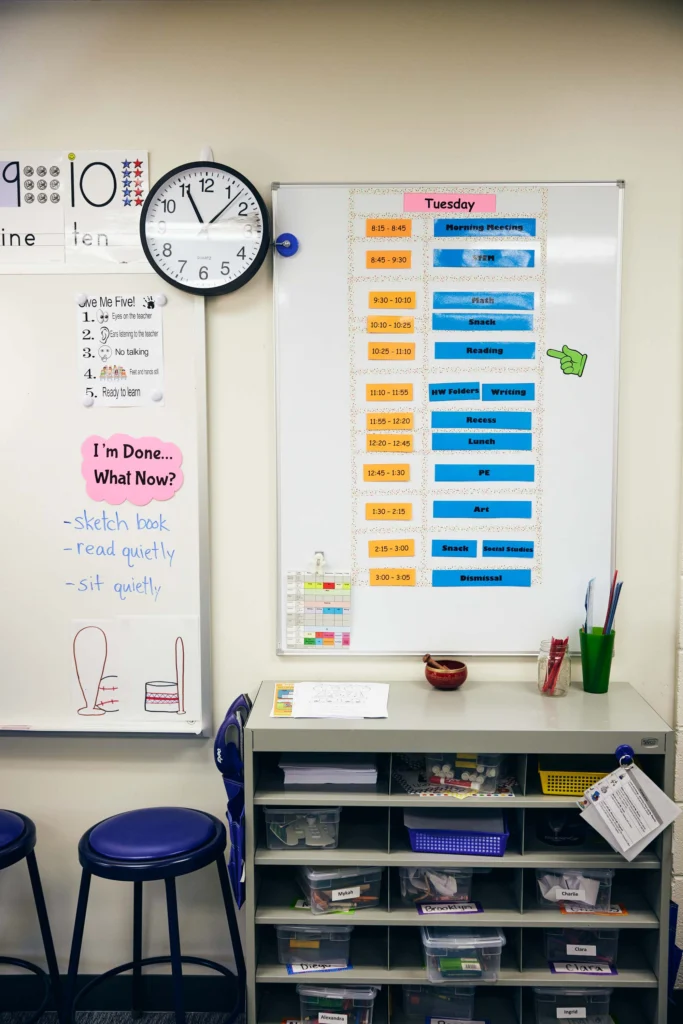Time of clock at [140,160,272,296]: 11:07
